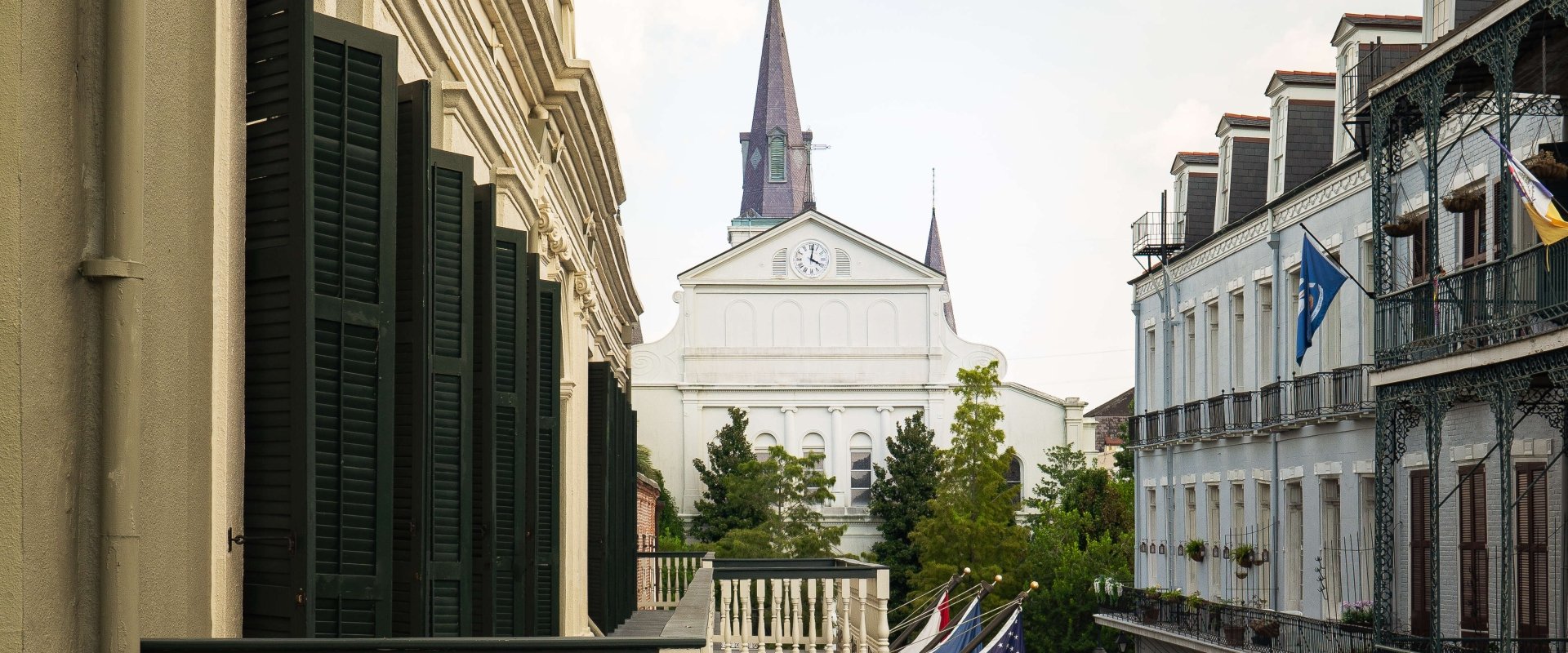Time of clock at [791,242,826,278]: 4:01
